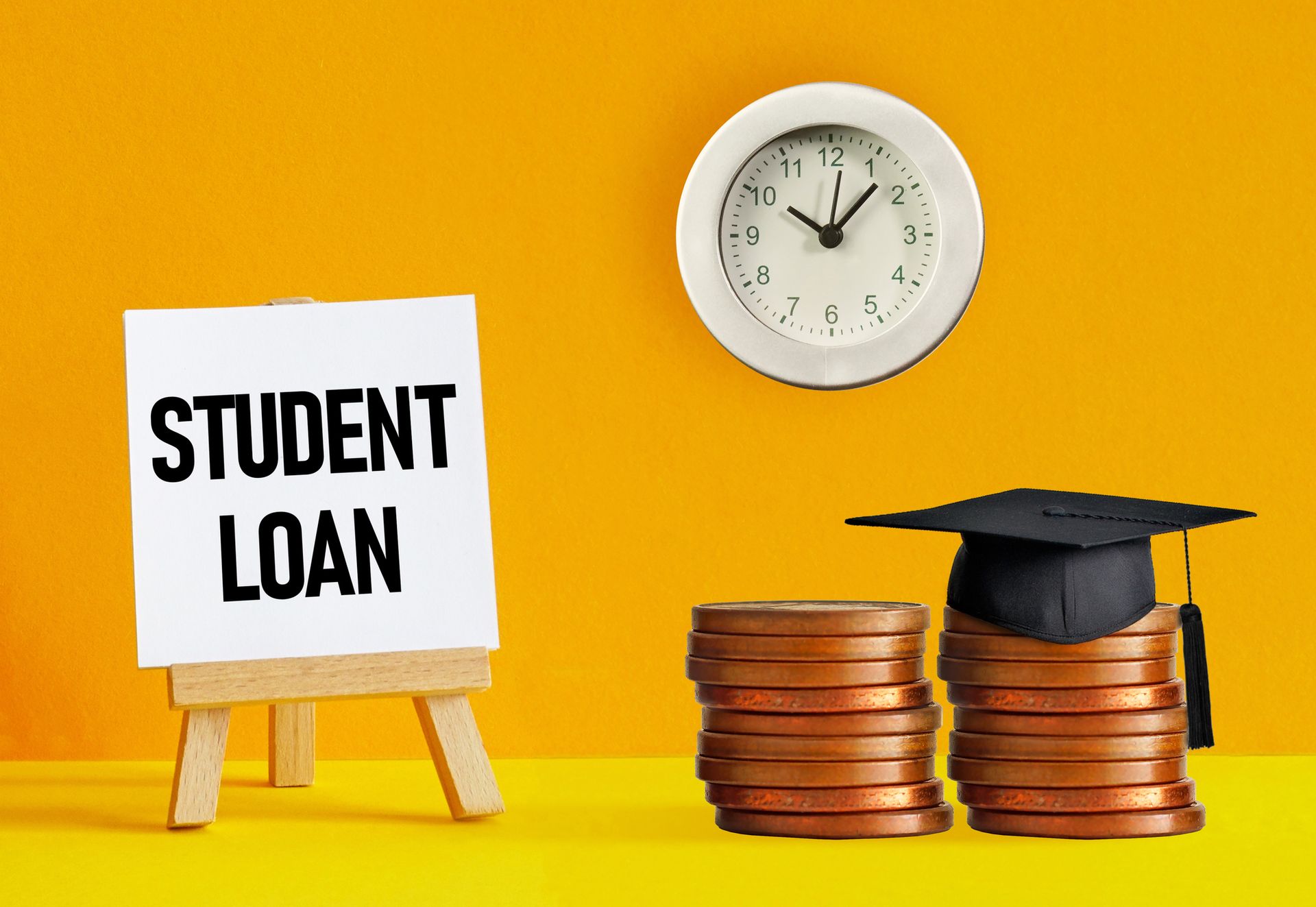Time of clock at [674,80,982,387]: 10:07
